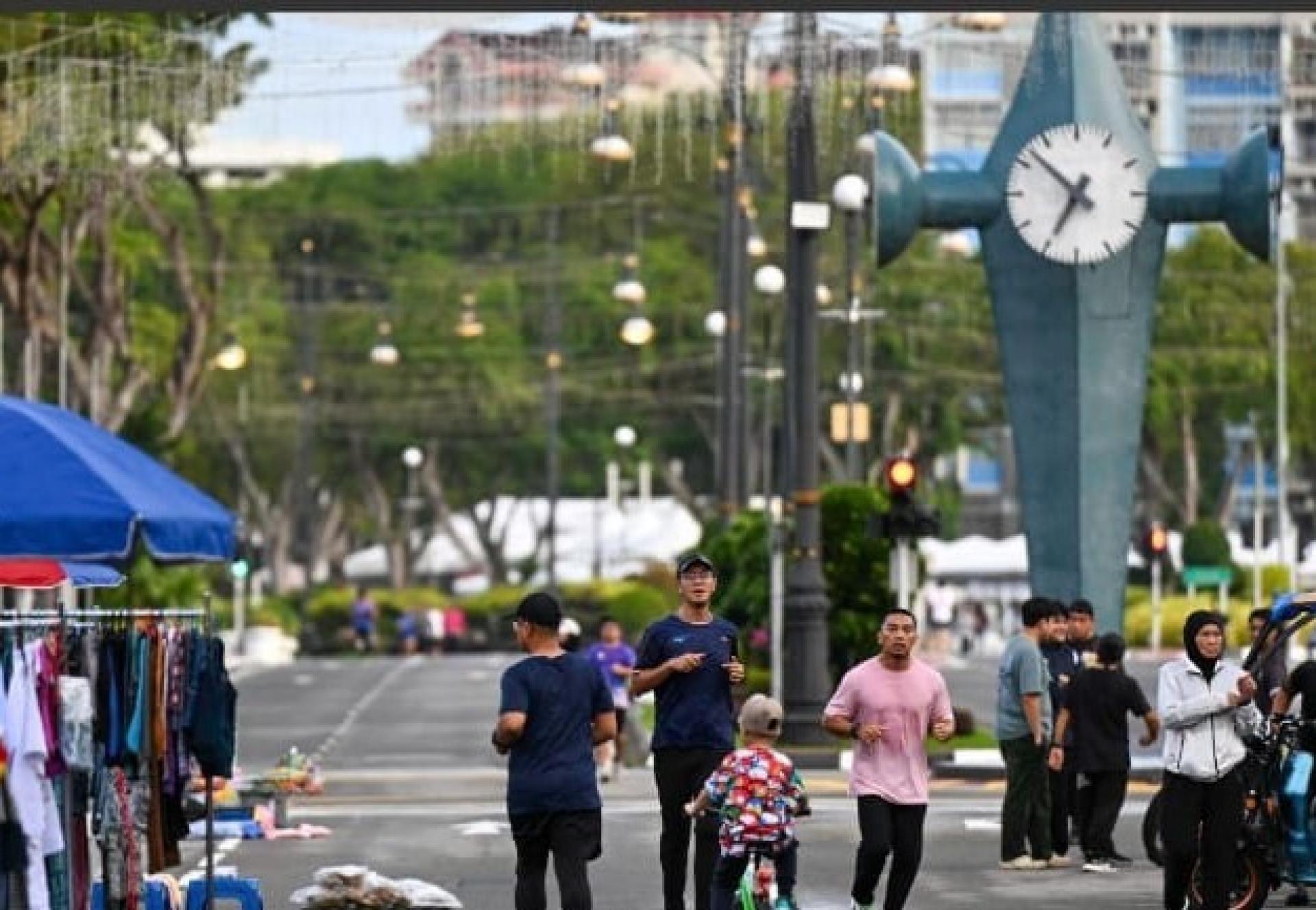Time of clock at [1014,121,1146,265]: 6:52
